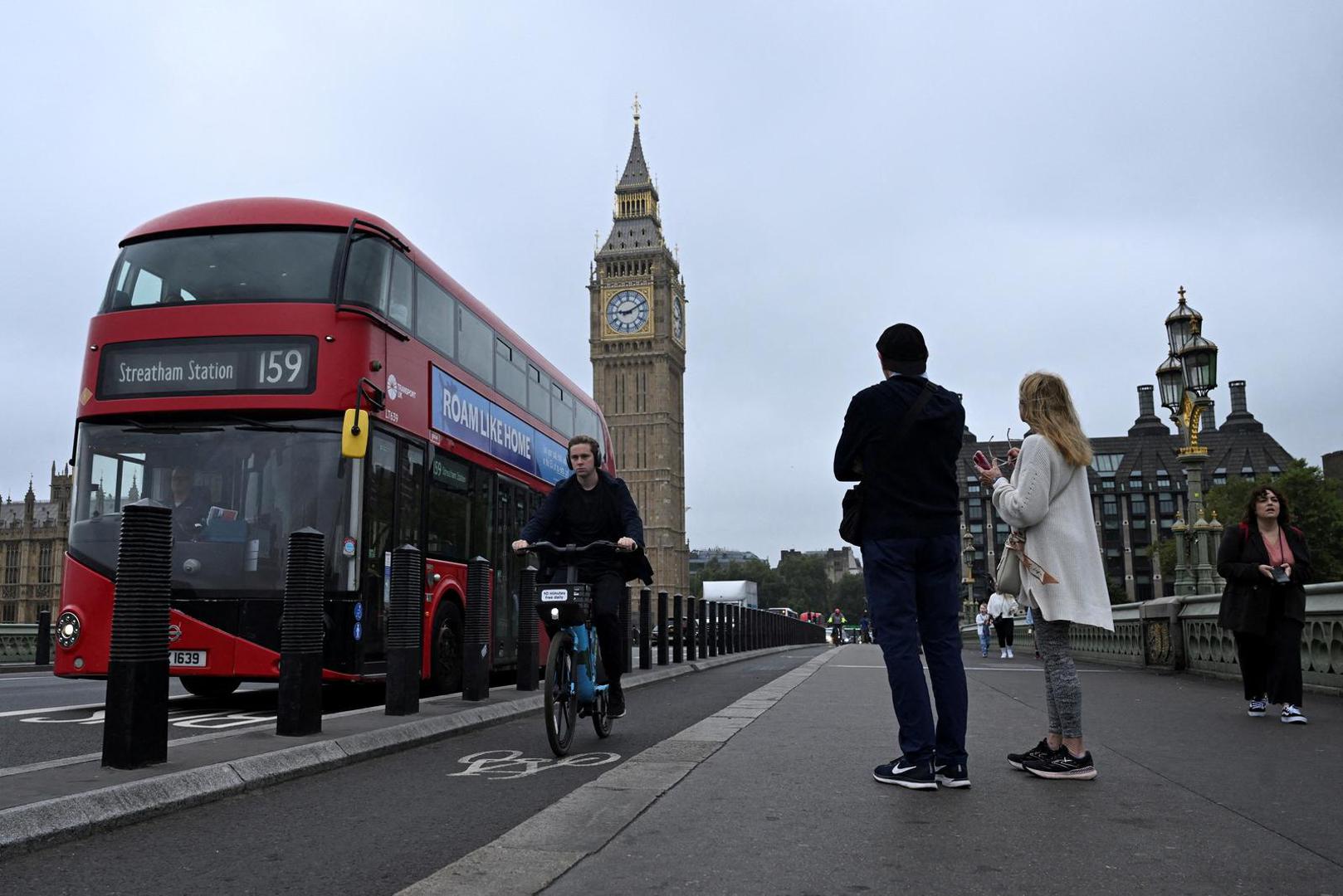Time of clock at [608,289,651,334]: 9:10
